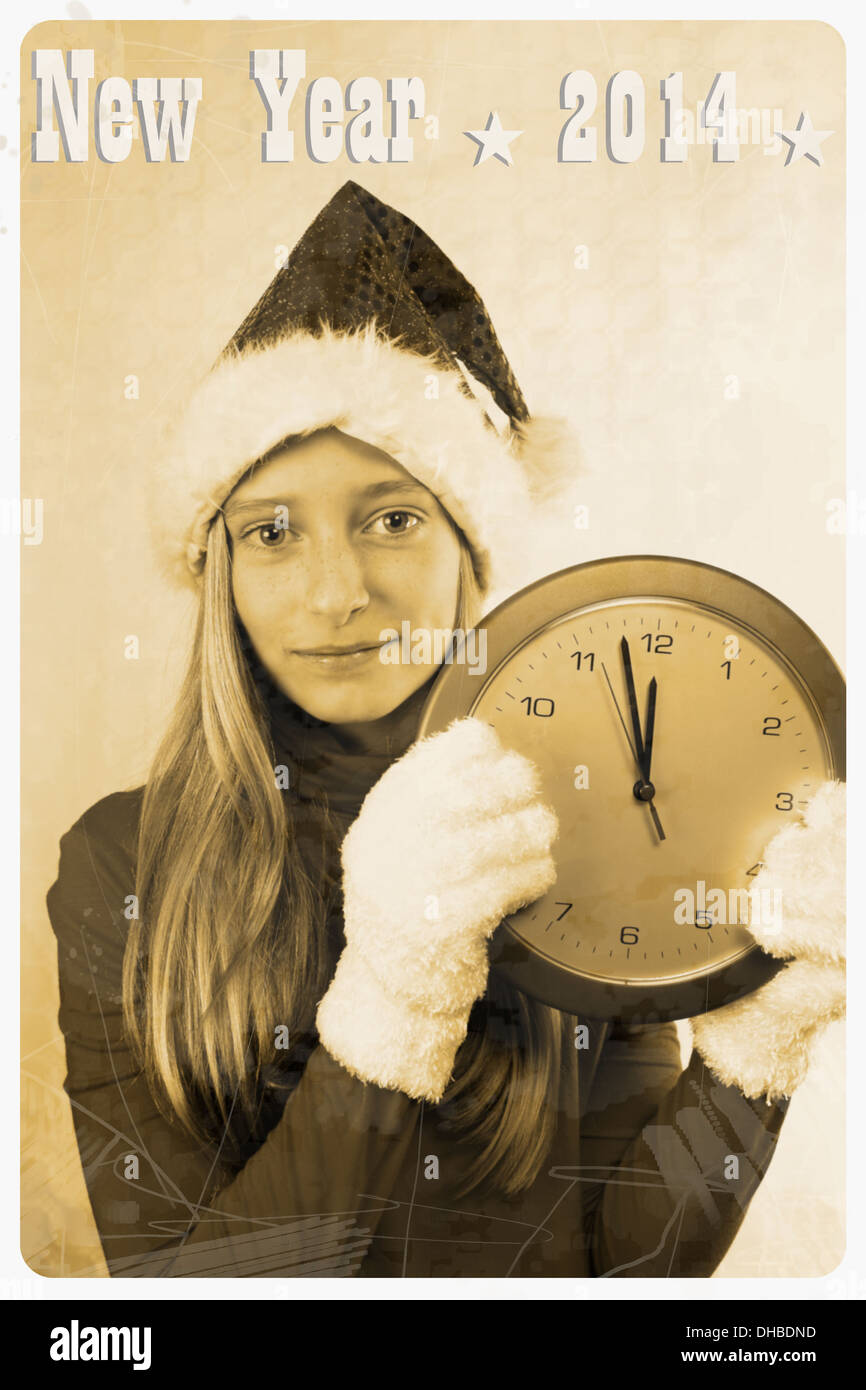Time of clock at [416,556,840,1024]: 11:57
